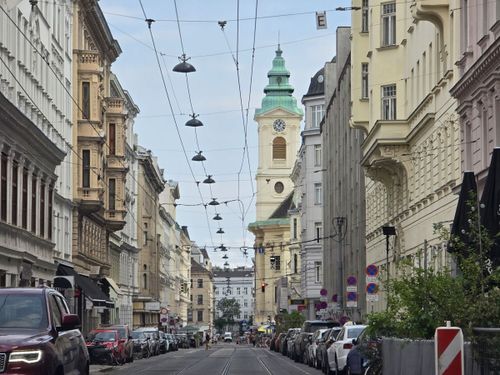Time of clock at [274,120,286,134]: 12:52
